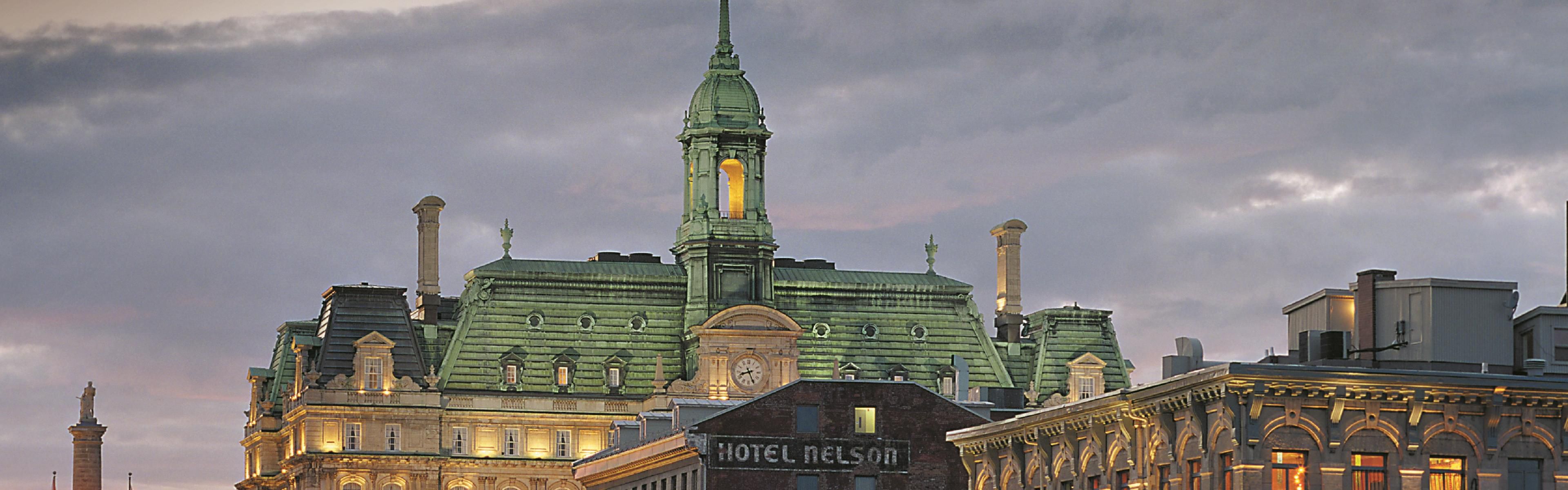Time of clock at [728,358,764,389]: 8:25
